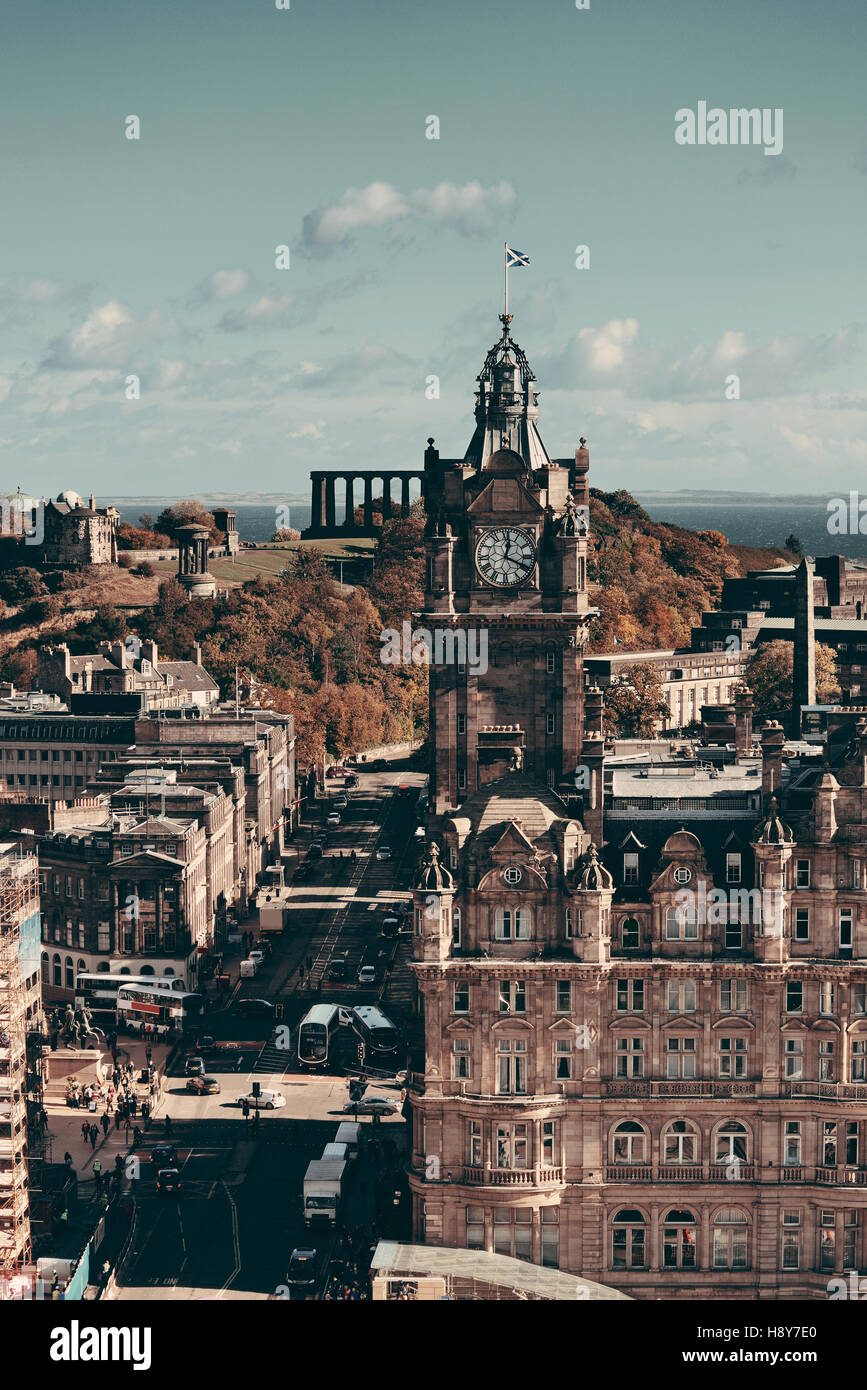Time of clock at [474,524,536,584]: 12:19
